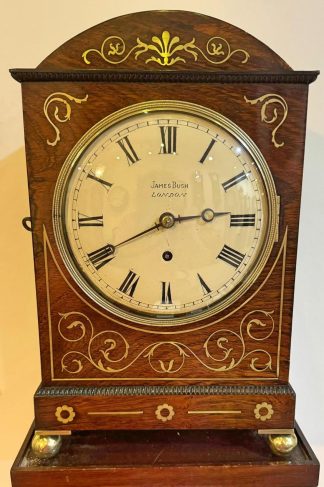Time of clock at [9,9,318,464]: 2:40
